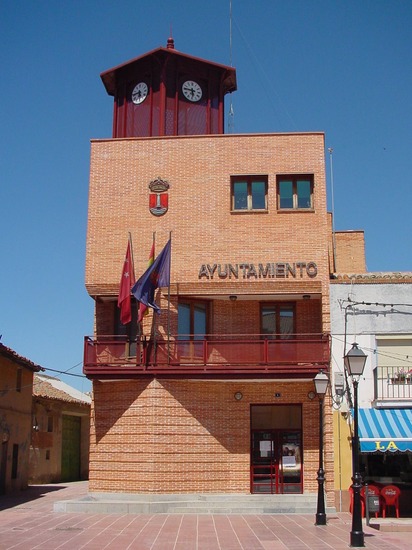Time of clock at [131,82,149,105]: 5:45
